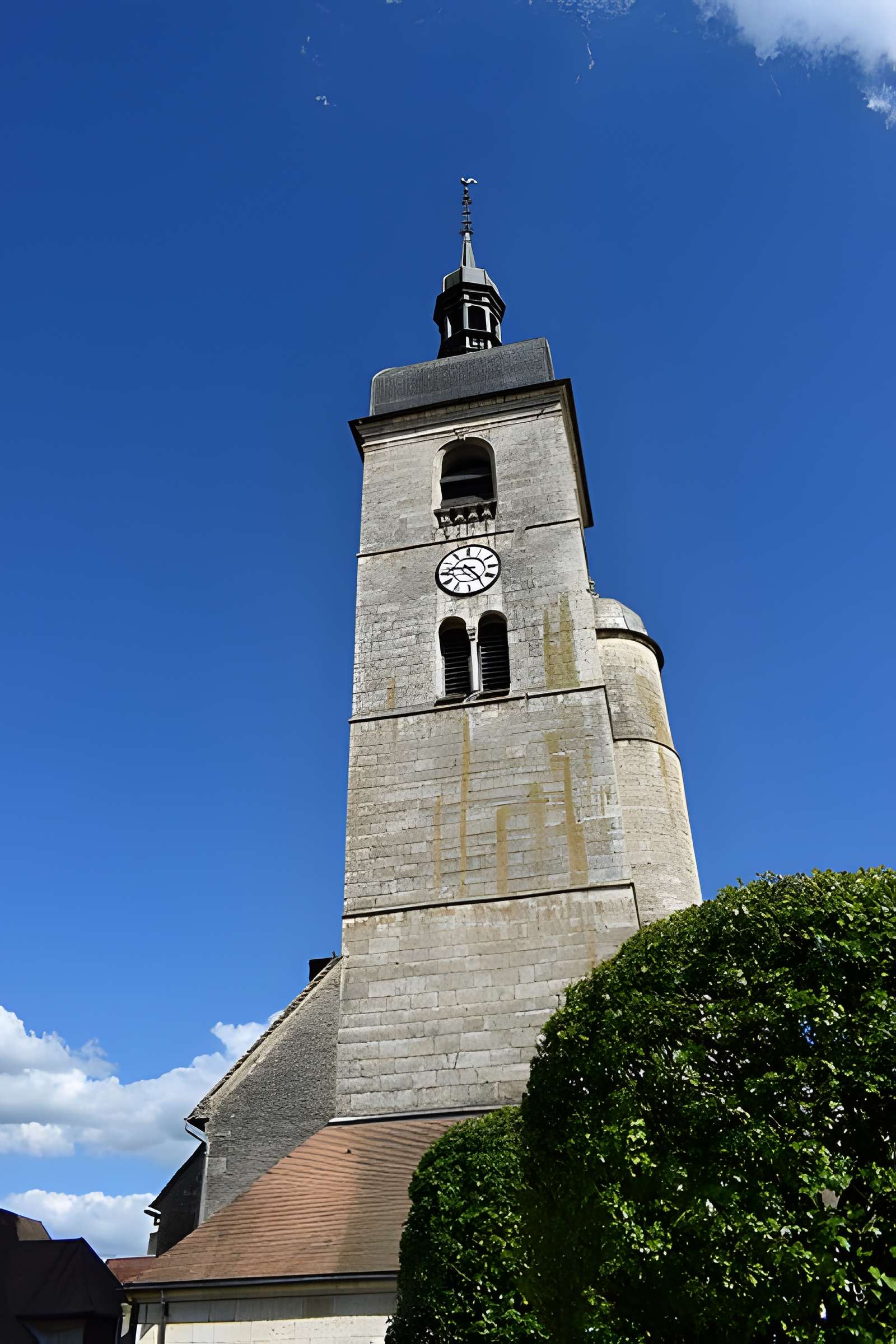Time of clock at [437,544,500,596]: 9:23
